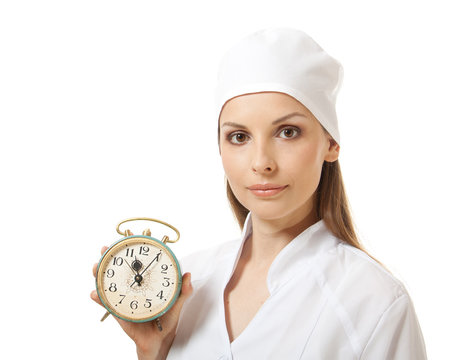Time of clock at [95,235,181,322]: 12:05
